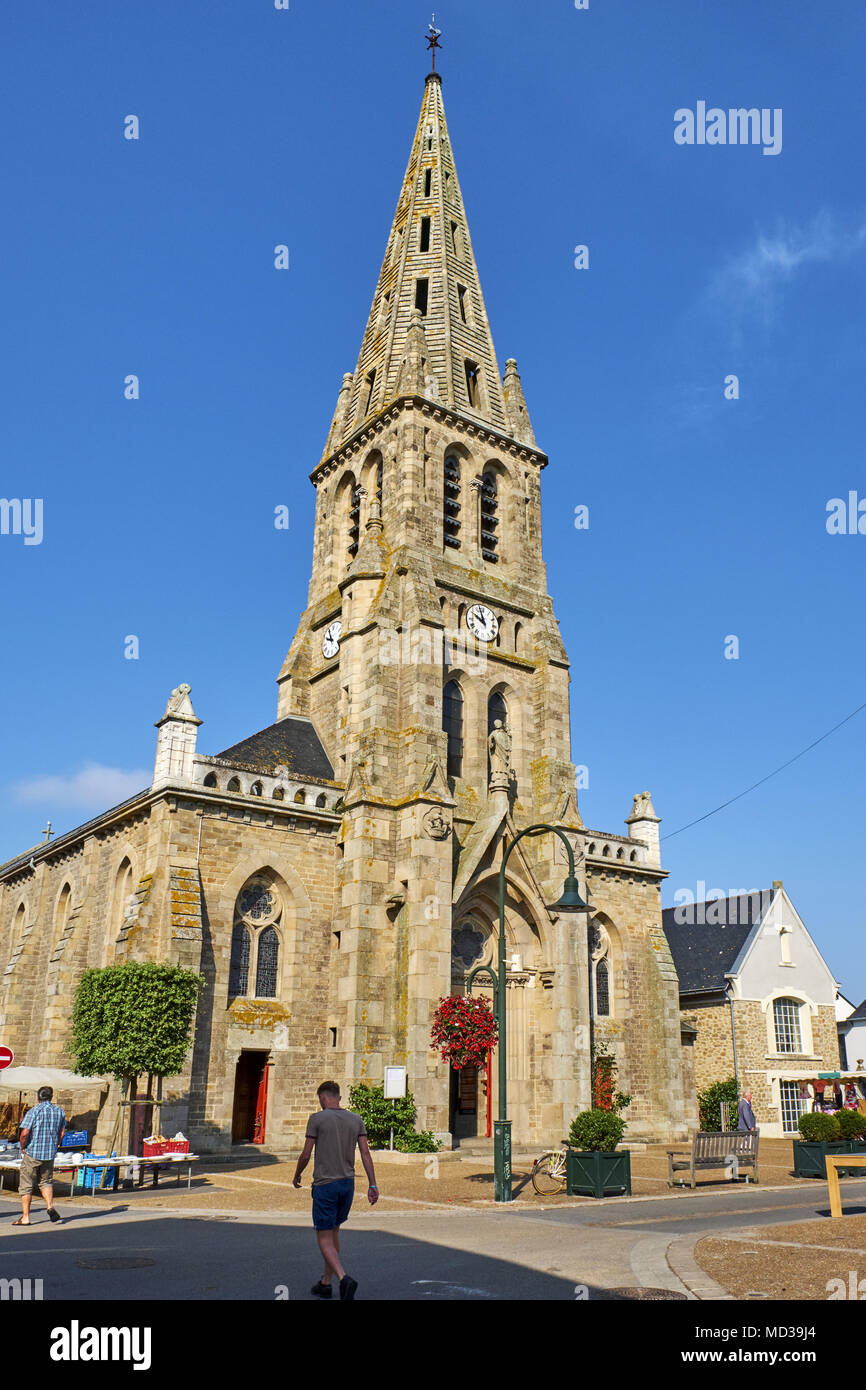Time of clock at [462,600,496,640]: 9:57
